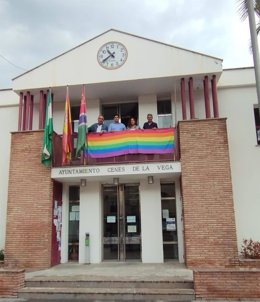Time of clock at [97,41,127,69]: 10:39
